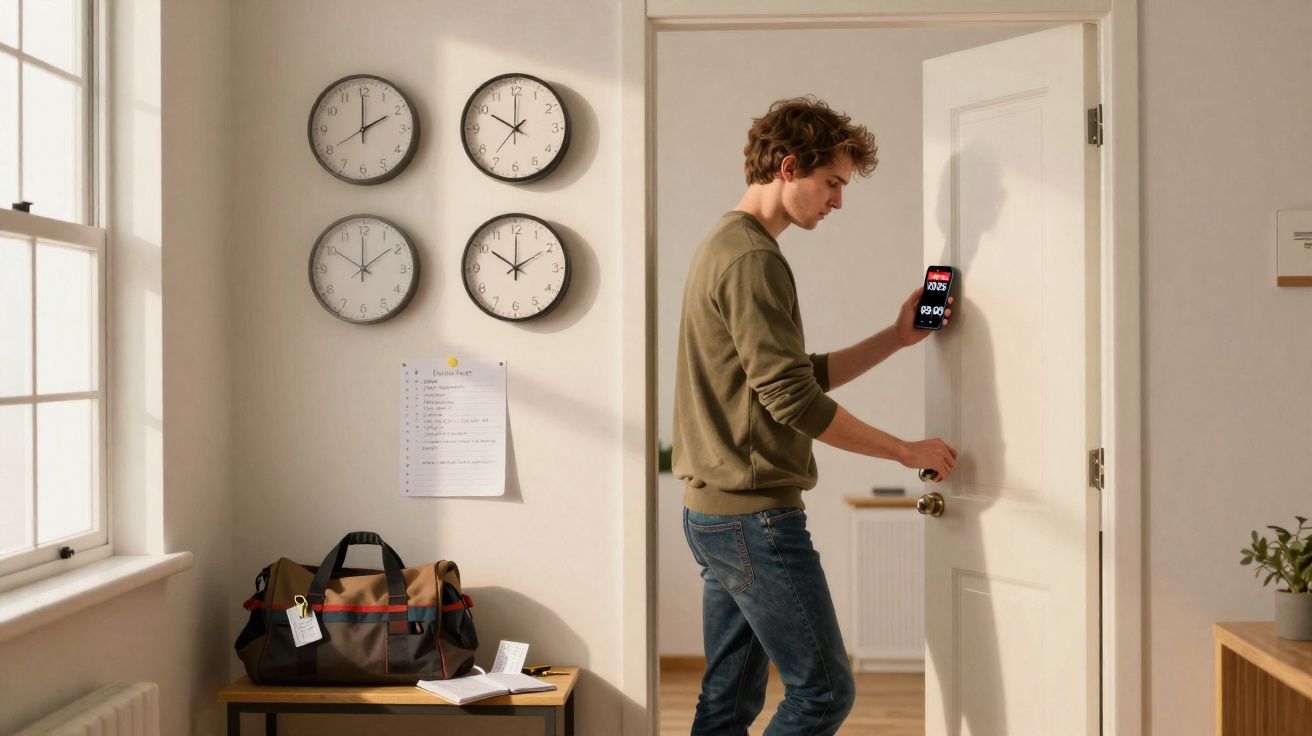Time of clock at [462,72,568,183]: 10:00
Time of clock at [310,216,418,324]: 1:50
